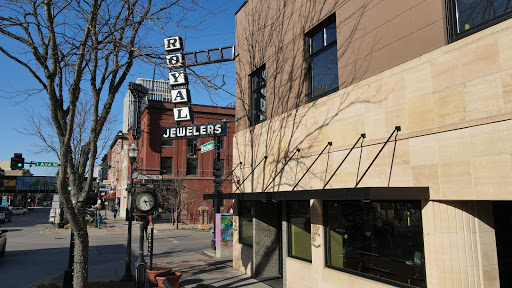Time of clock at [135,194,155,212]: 5:14
